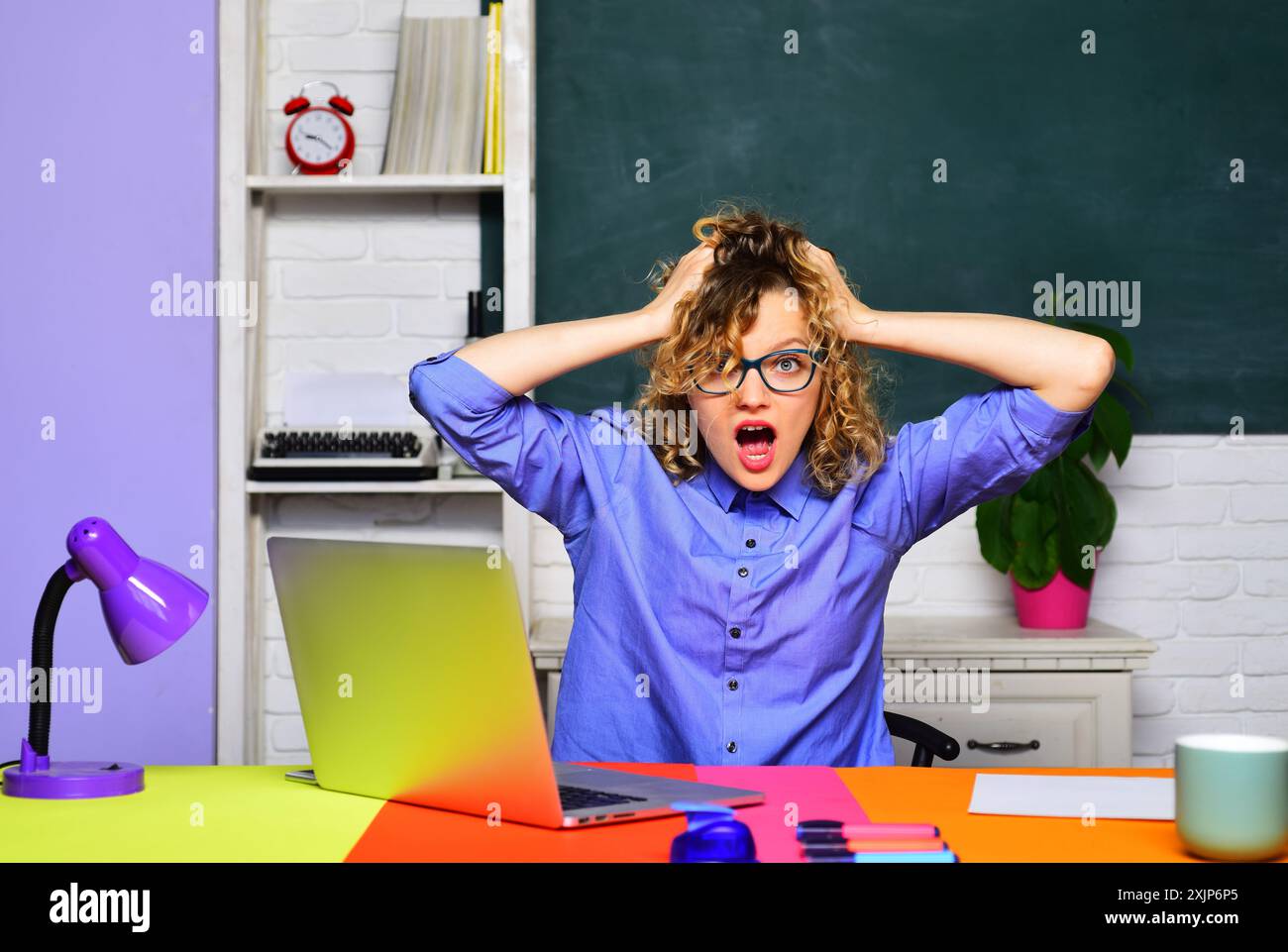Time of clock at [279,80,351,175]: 9:21
